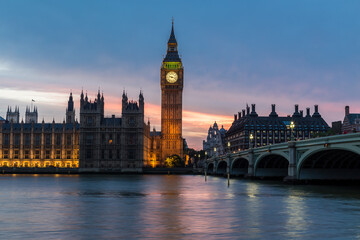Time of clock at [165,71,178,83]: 9:17
